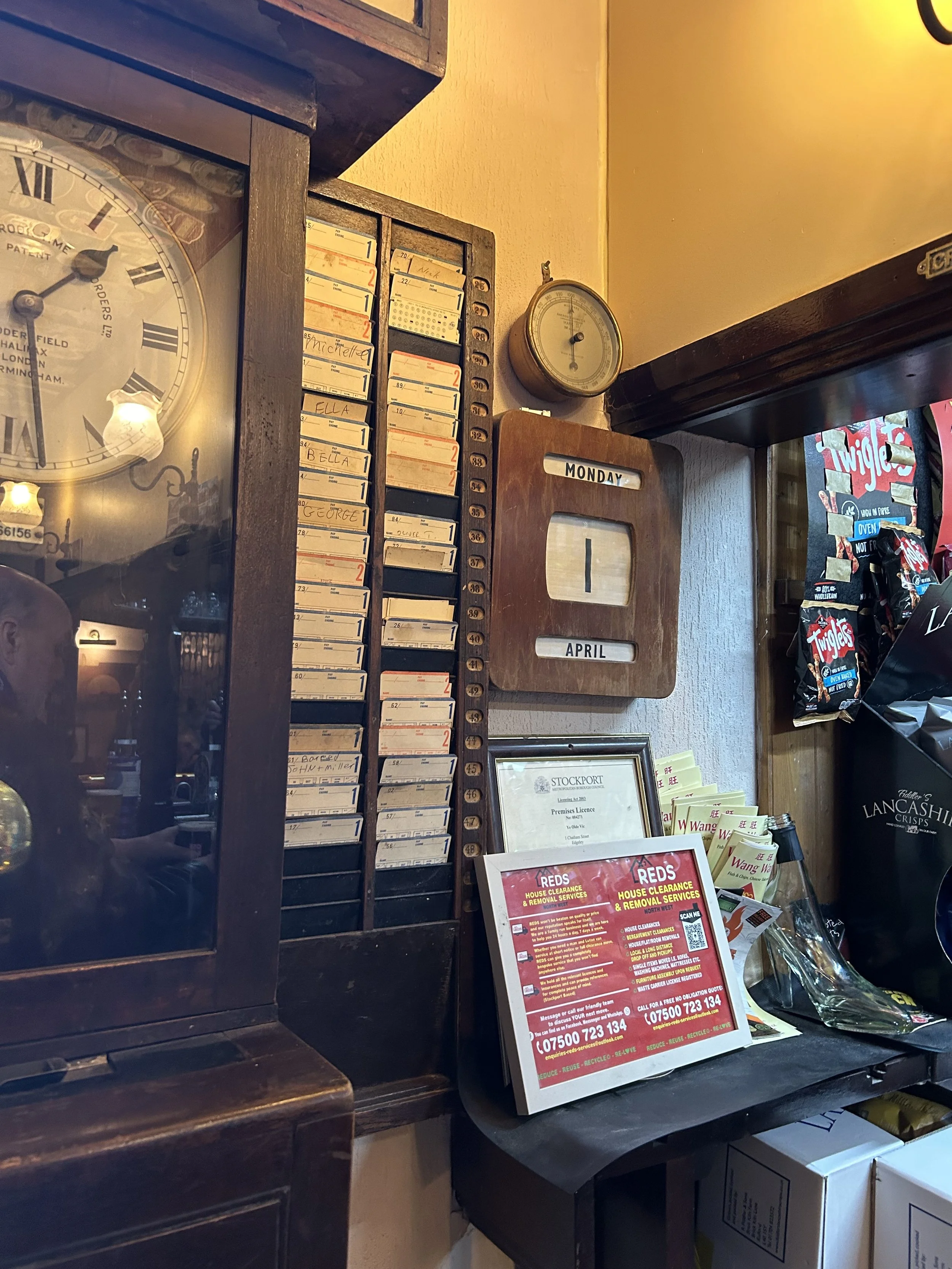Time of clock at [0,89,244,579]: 1:28
